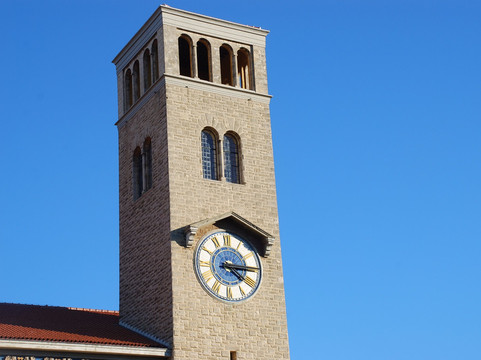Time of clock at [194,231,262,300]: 4:14
